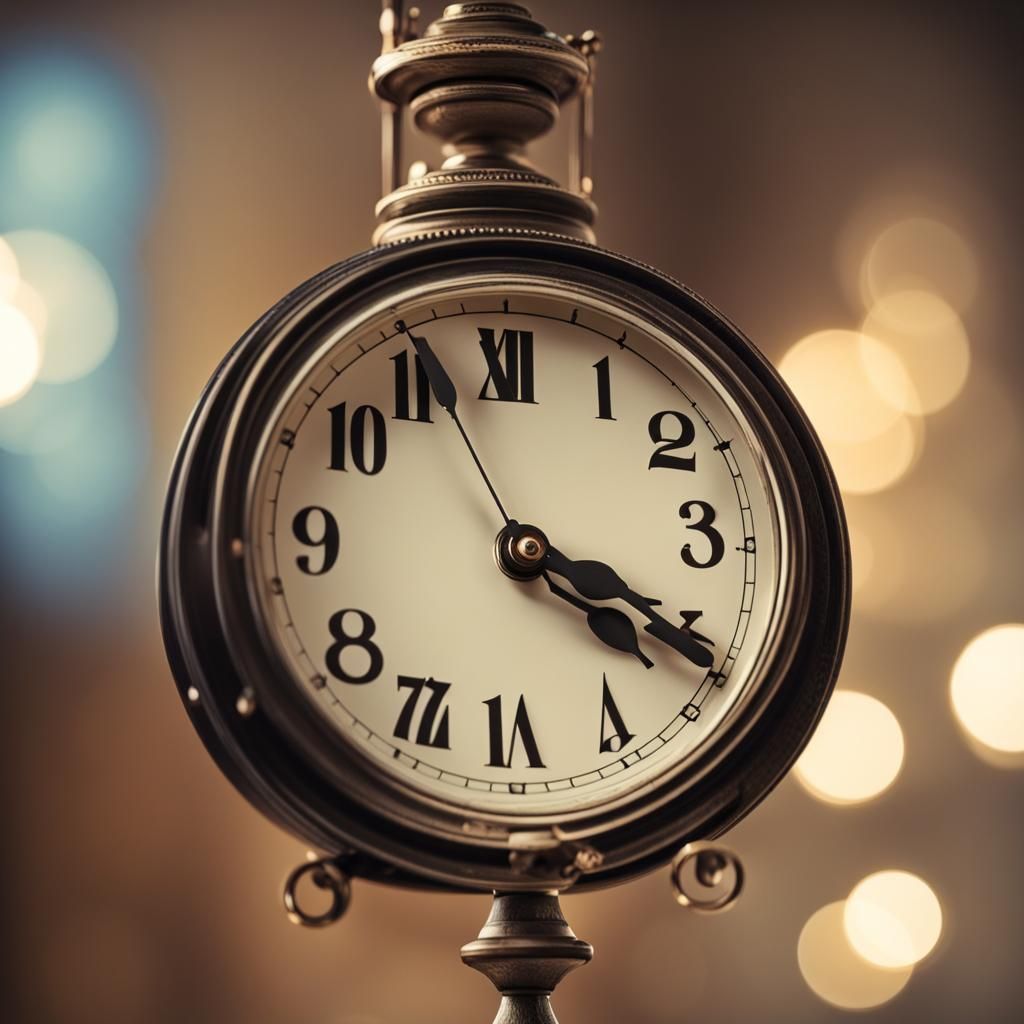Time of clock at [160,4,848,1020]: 4:19
